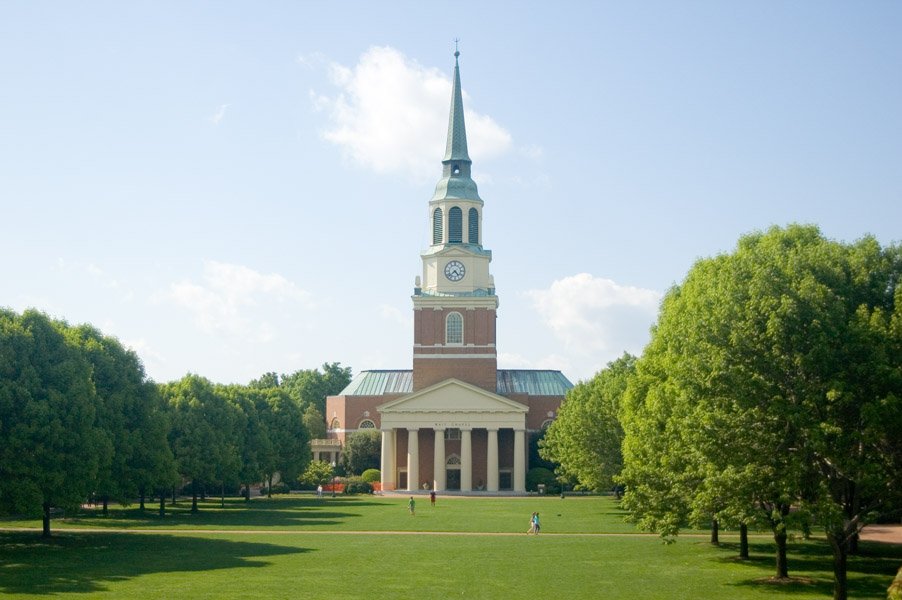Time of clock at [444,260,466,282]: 4:37
